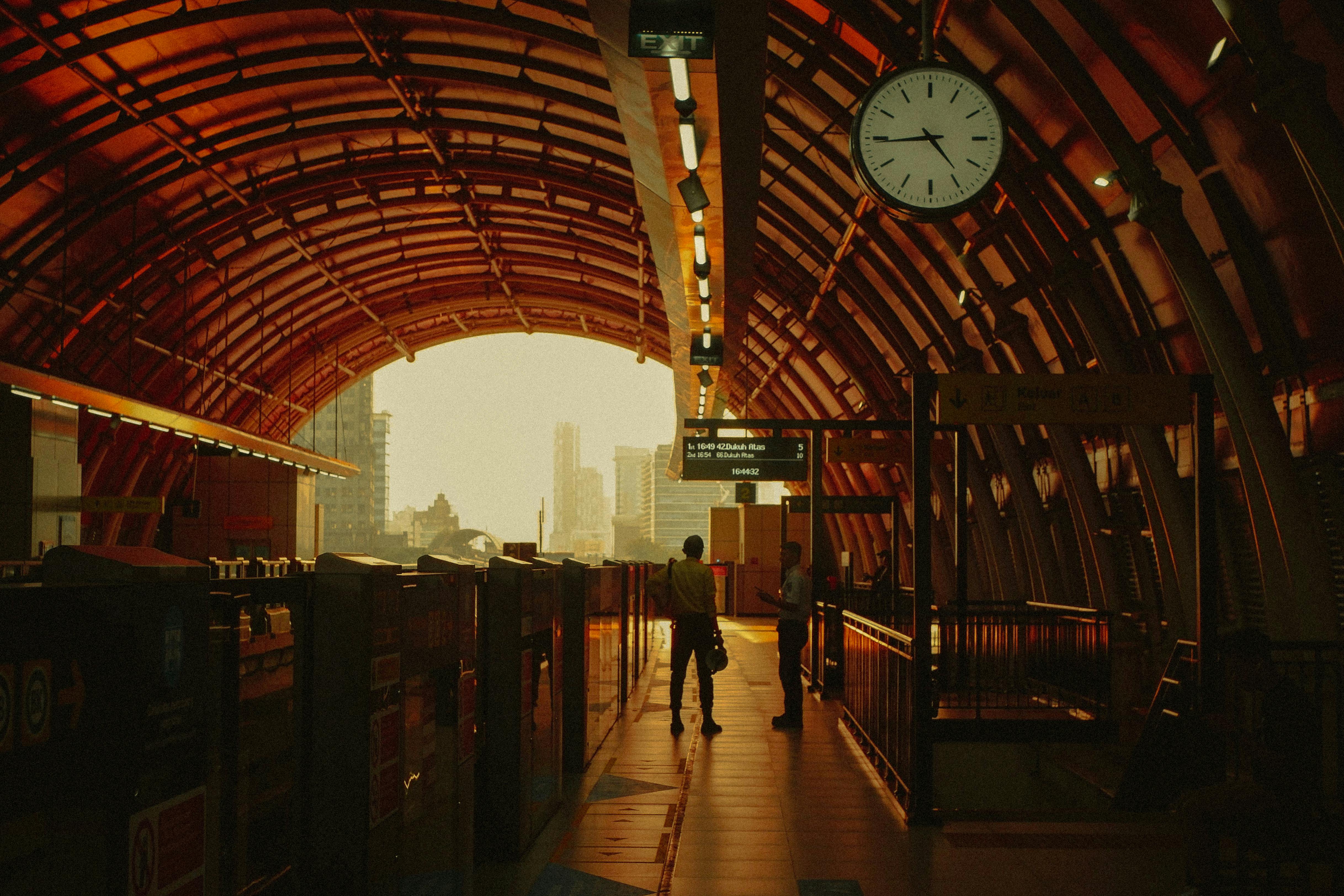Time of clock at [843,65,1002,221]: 4:44
